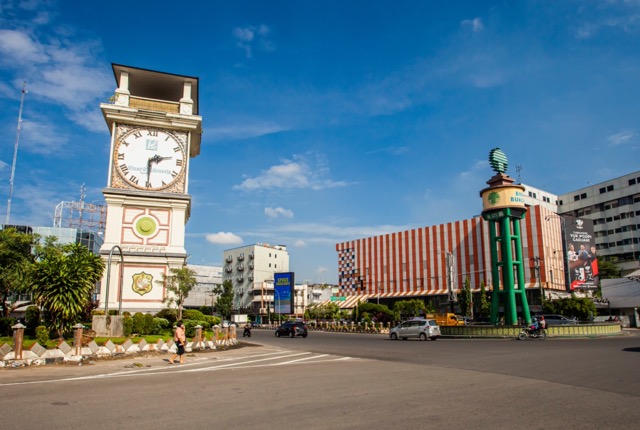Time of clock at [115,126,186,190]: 2:30
